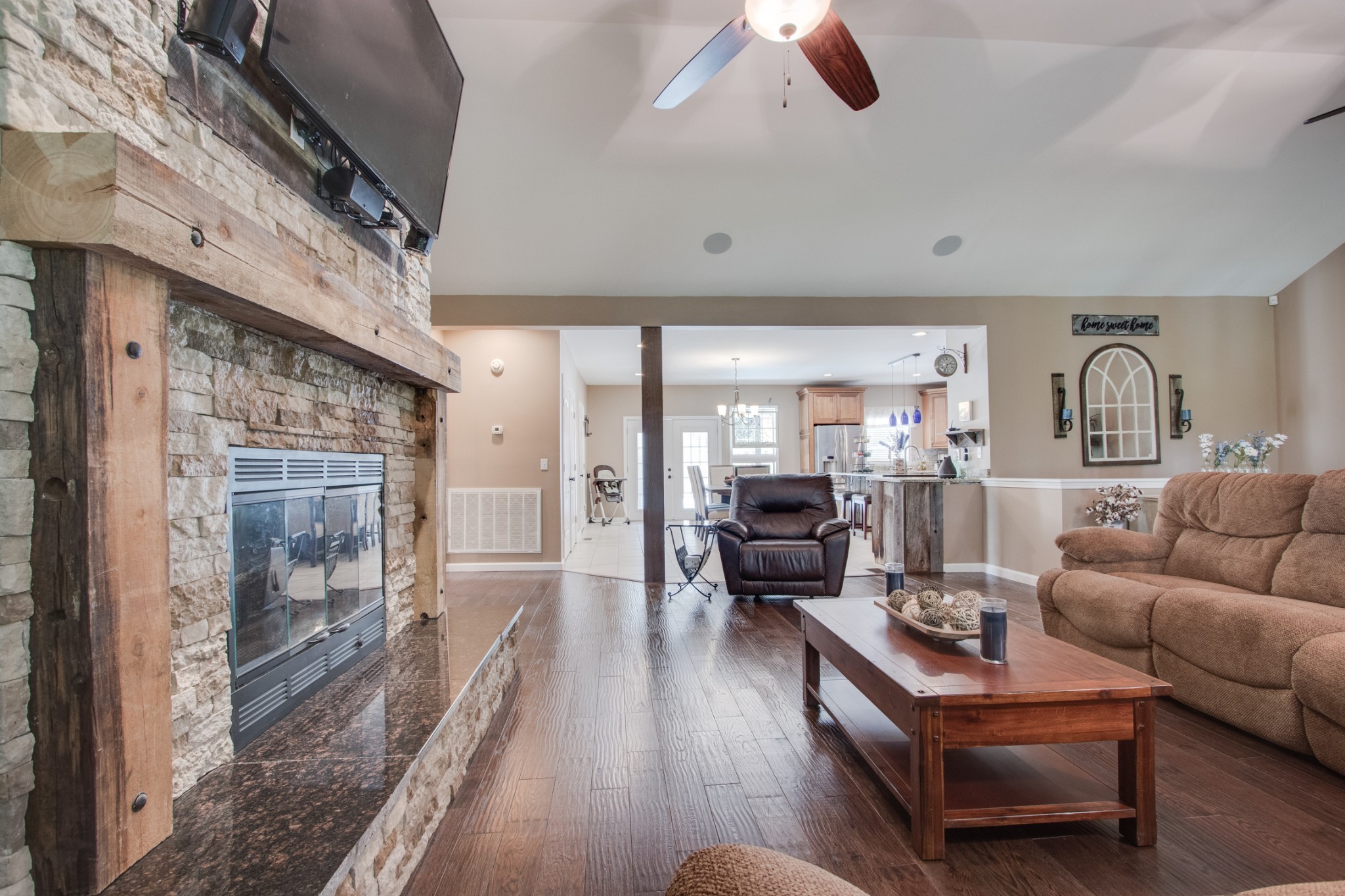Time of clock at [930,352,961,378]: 2:33
